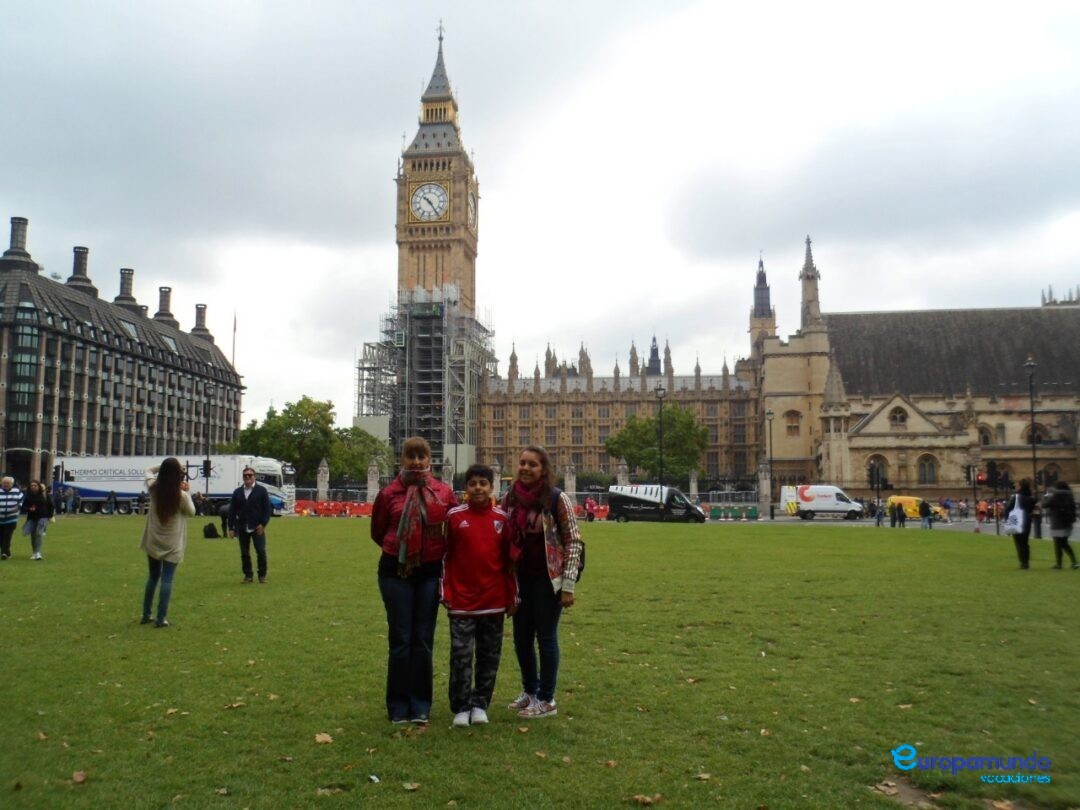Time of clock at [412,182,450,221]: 10:24
